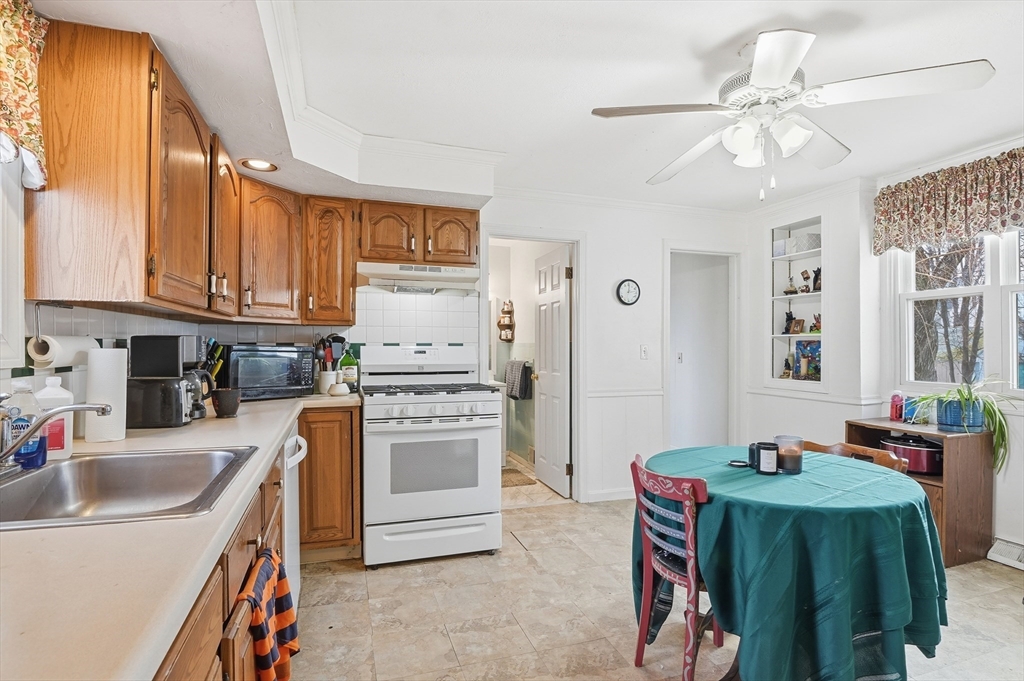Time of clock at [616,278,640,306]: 12:13
